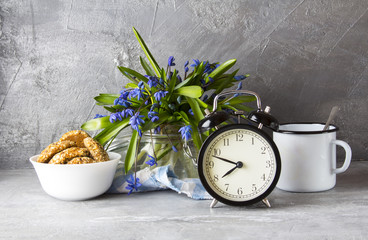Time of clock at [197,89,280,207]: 7:48
